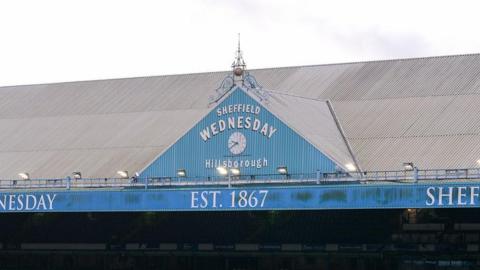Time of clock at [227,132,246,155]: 9:40
